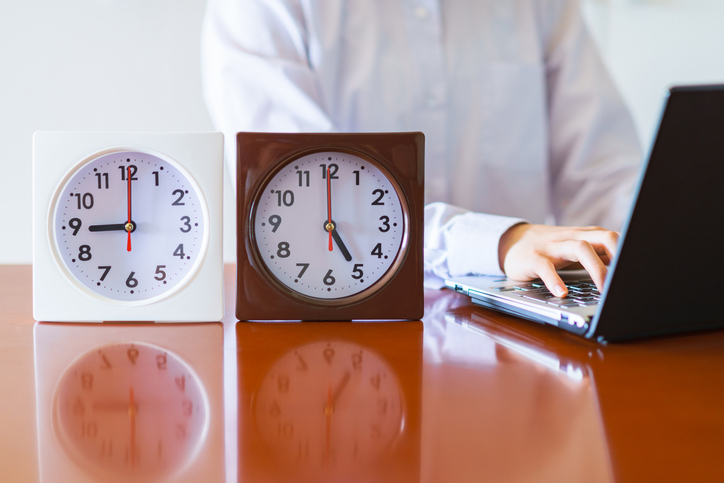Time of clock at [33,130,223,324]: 9:00
